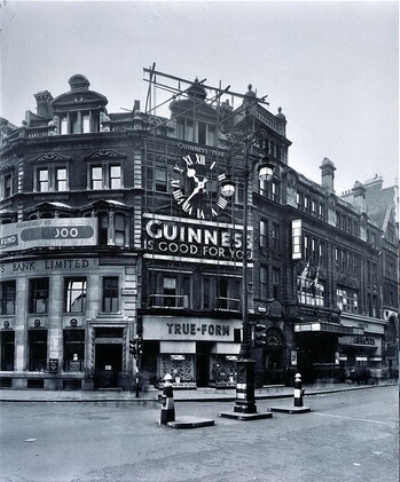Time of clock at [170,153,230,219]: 10:37
